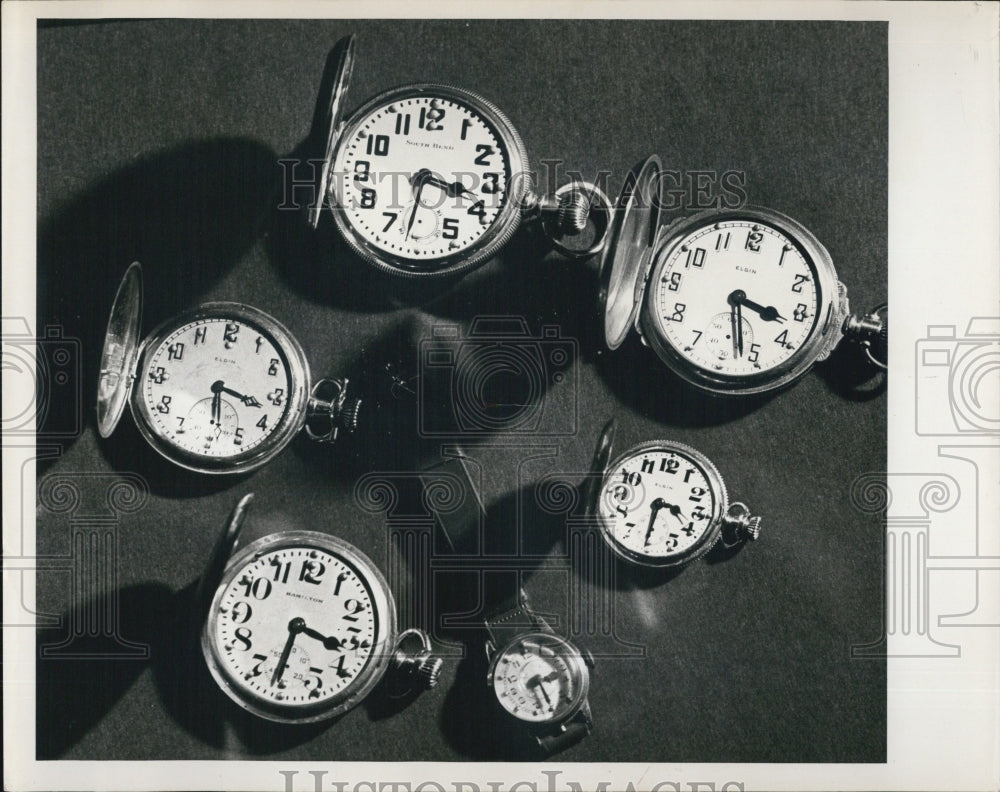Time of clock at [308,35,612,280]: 3:31
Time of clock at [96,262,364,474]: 3:28
